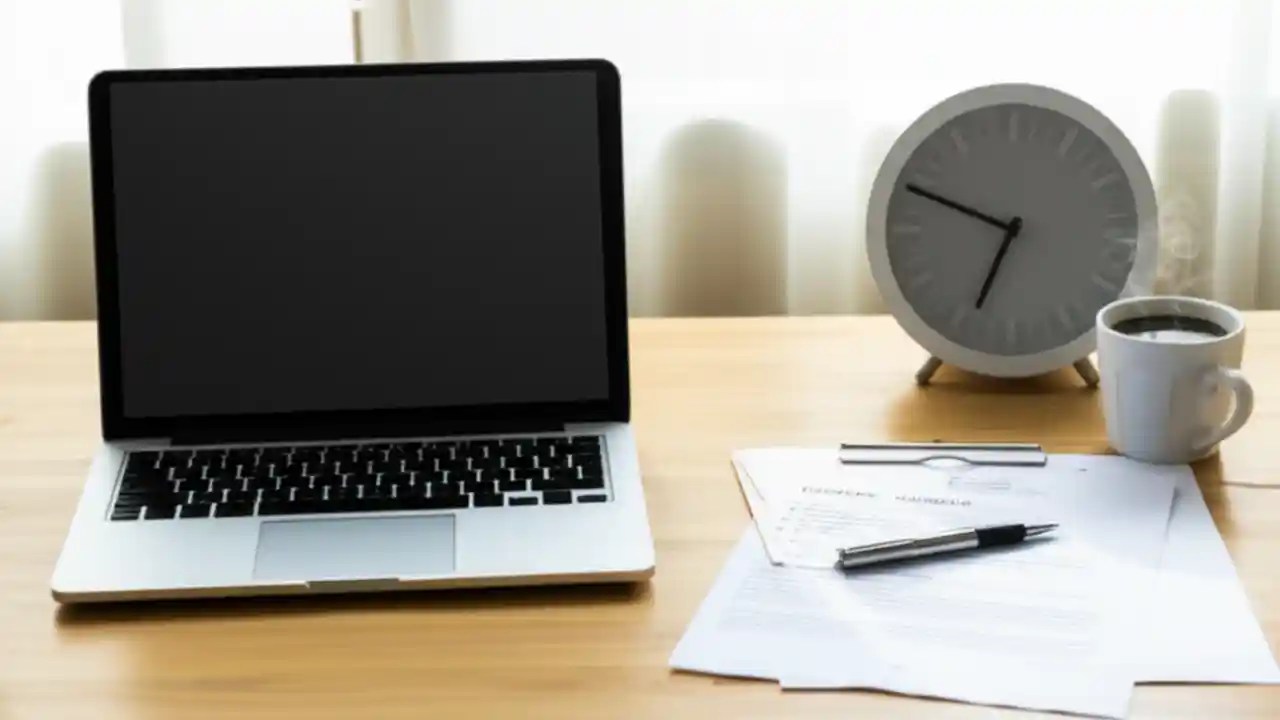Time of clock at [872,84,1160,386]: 6:48
